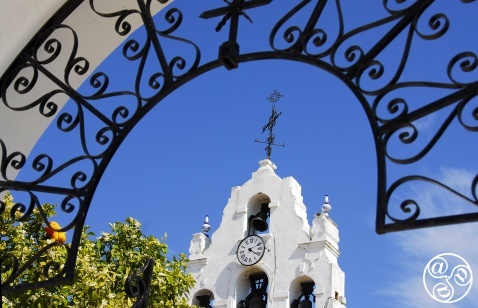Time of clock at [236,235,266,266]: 4:10
